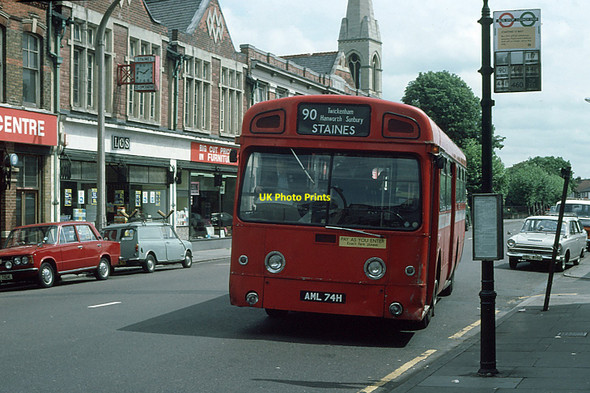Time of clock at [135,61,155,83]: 1:47
